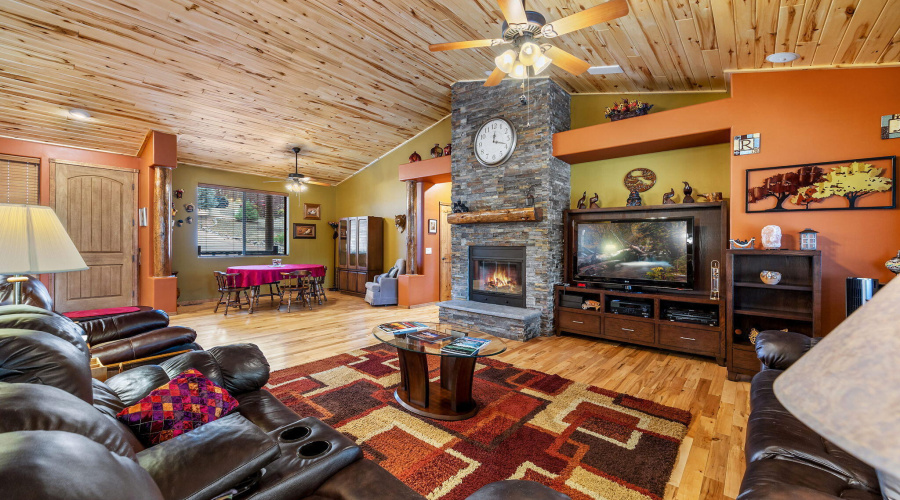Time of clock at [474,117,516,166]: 12:18
